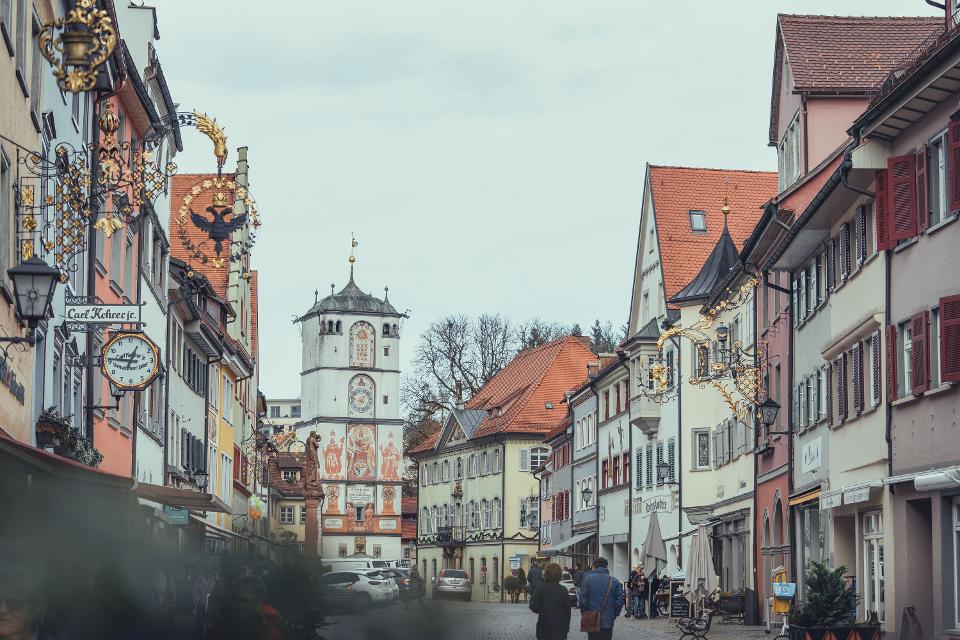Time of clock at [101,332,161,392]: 12:46
